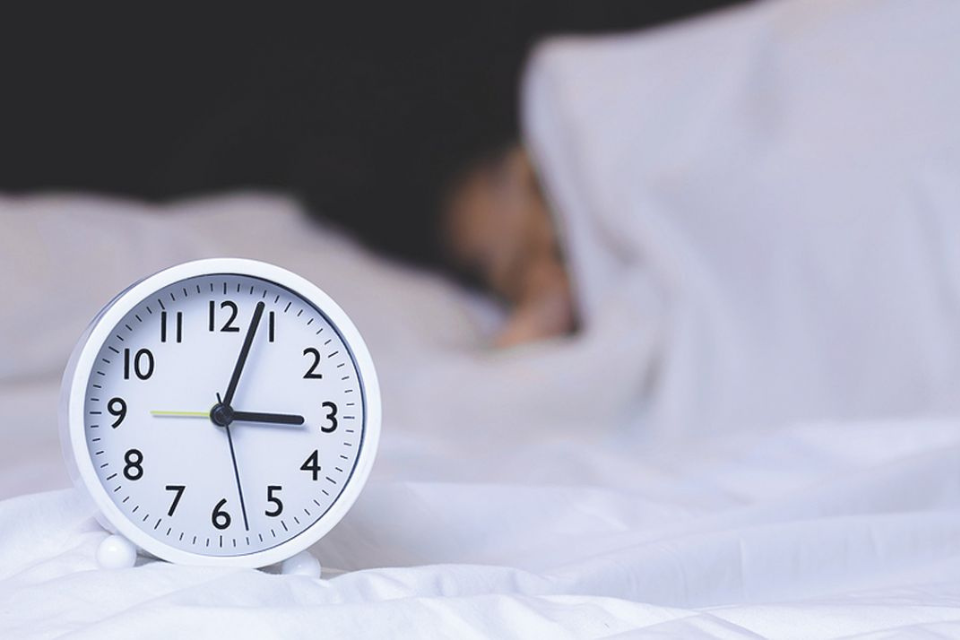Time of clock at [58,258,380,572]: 3:03
